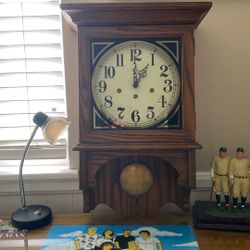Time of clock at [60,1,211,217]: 1:00
